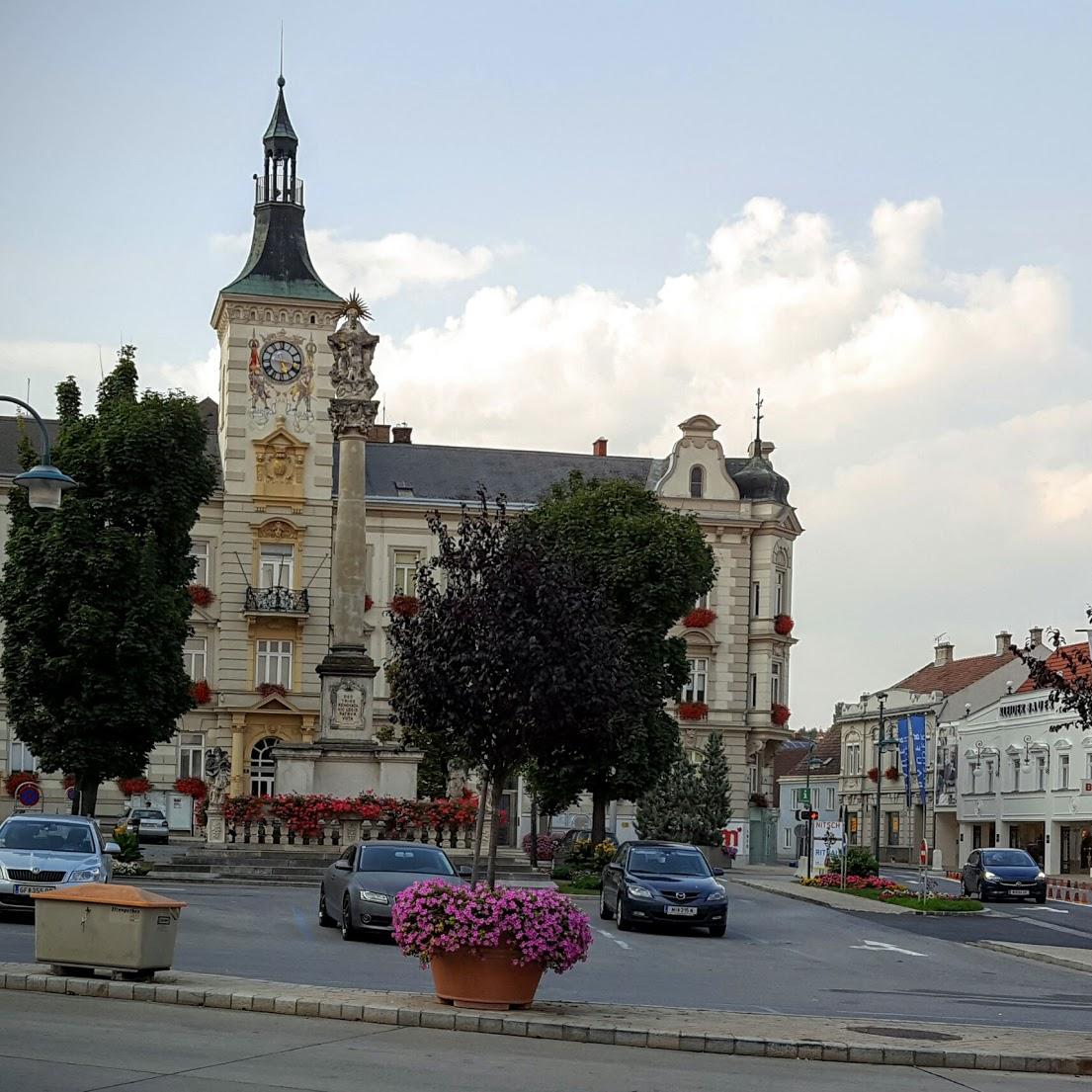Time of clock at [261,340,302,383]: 5:17
